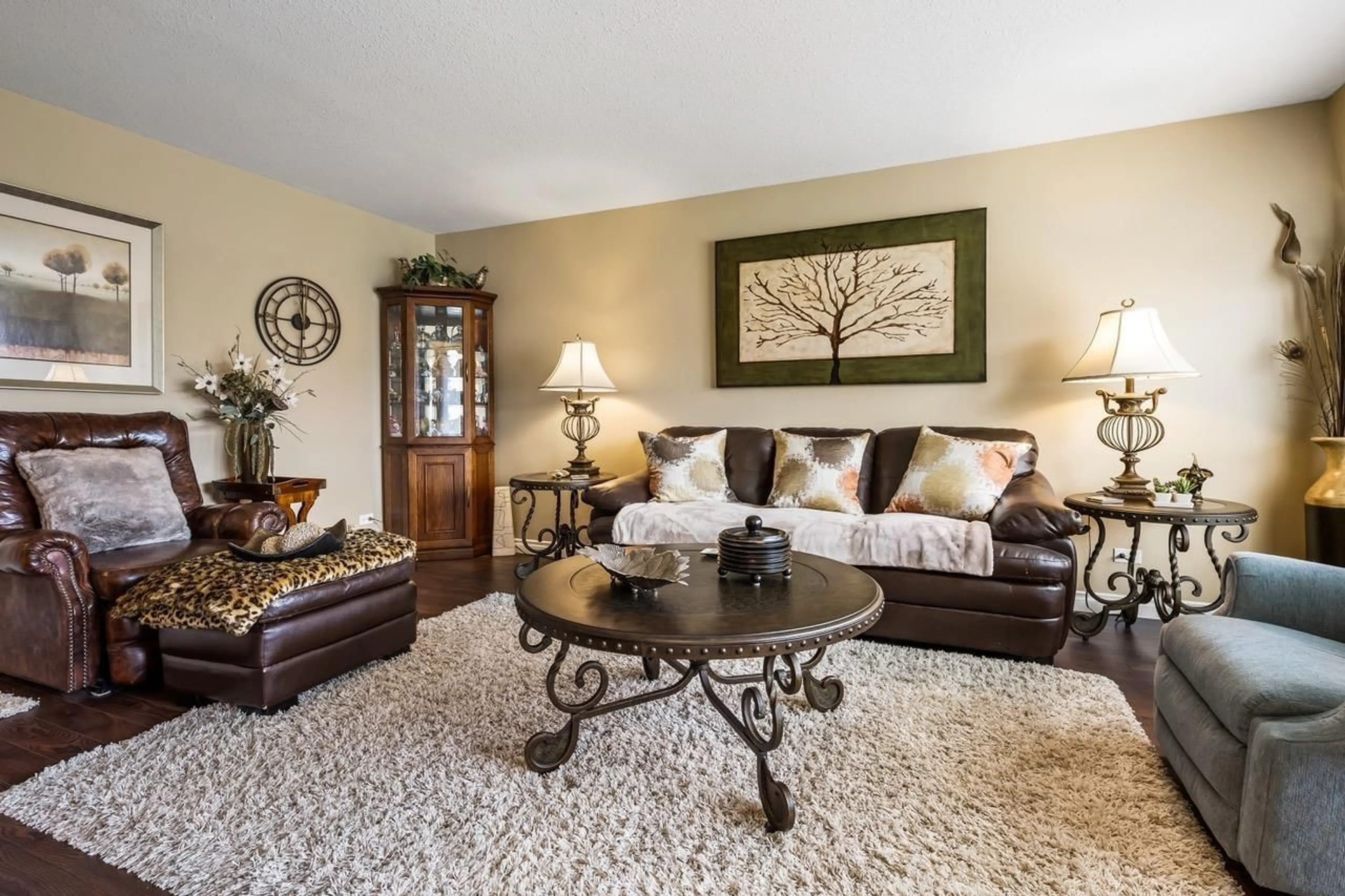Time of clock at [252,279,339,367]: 5:59
